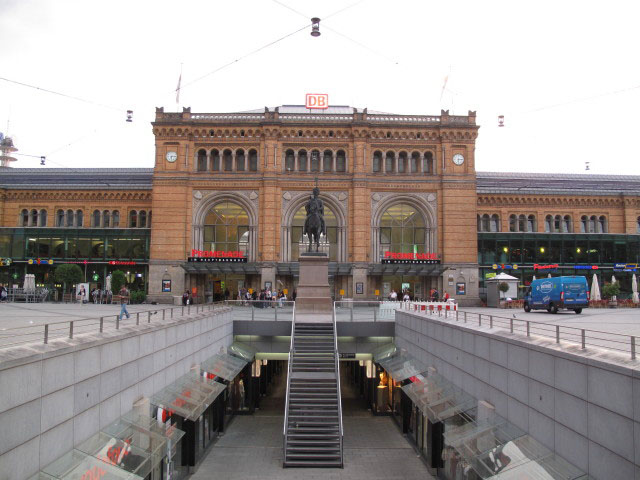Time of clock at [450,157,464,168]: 6:14
